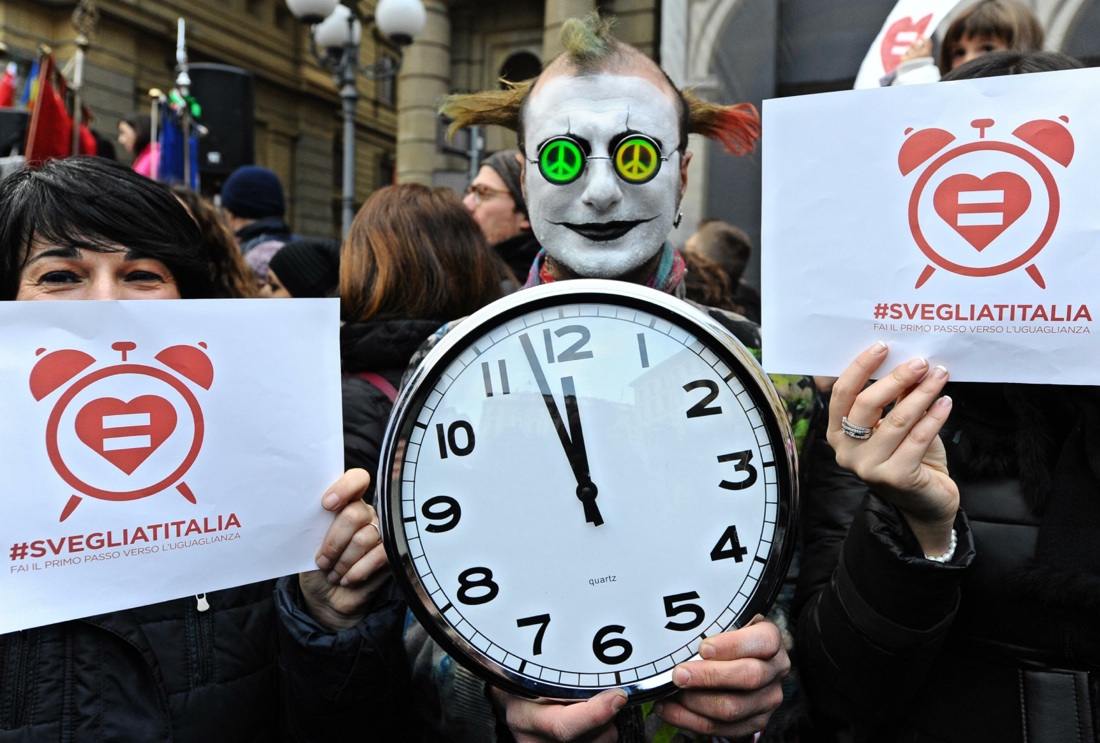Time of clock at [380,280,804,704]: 11:57
